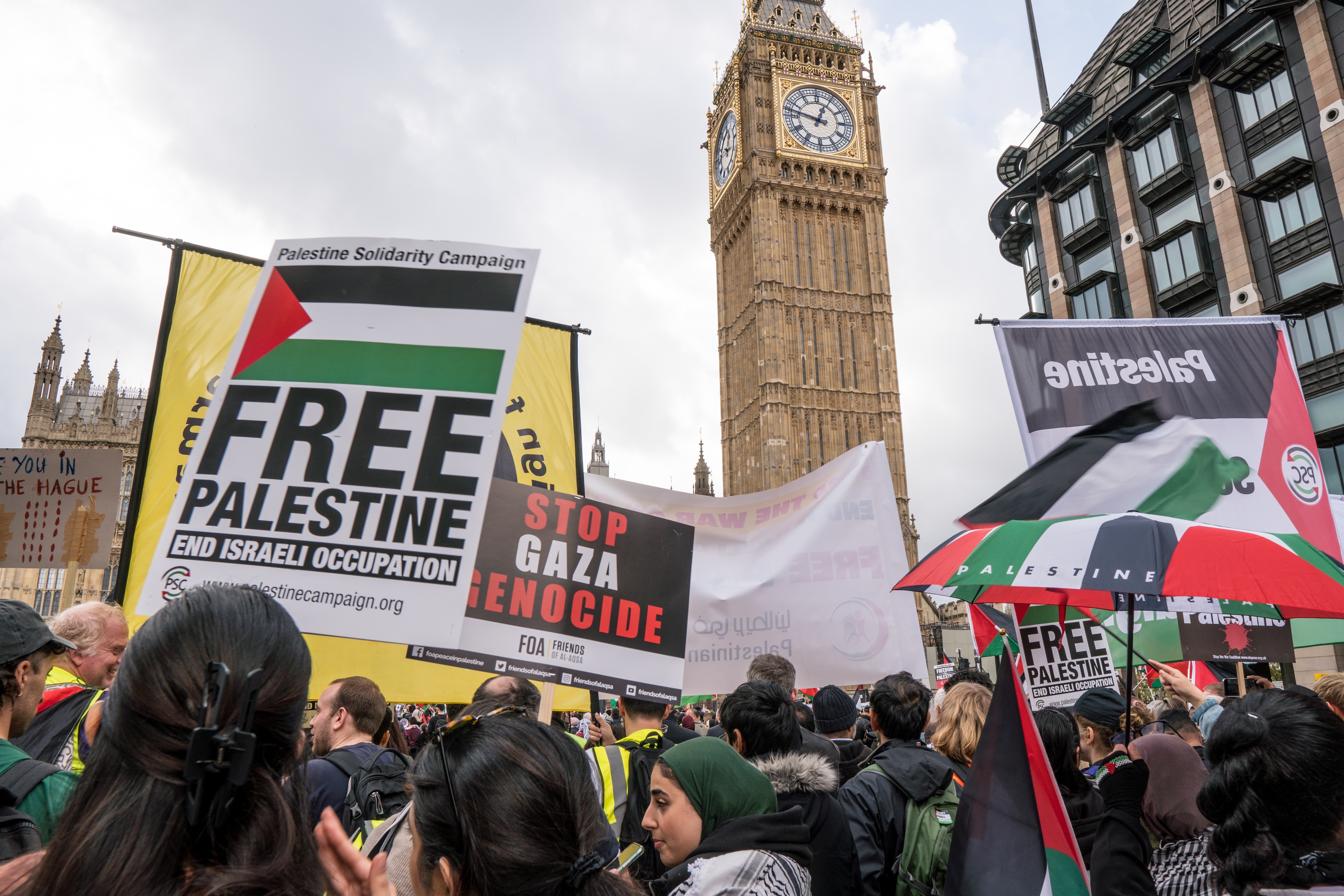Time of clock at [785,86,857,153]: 12:47
